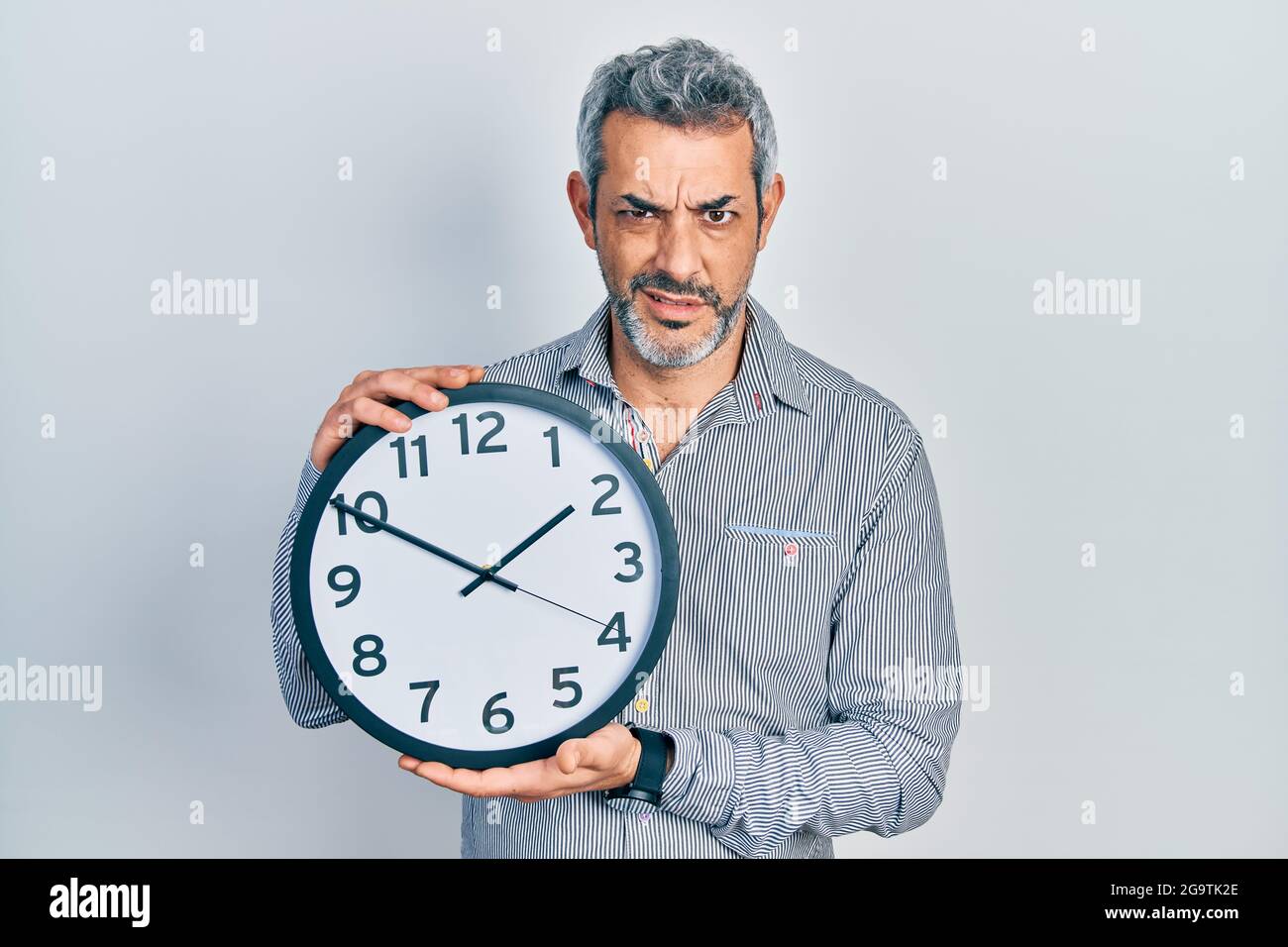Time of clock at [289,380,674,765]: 1:50
